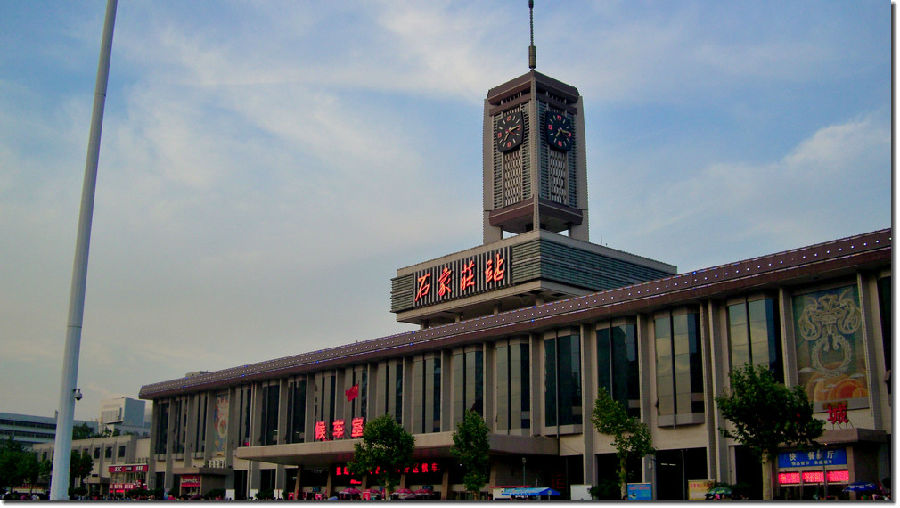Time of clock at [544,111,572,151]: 7:15
